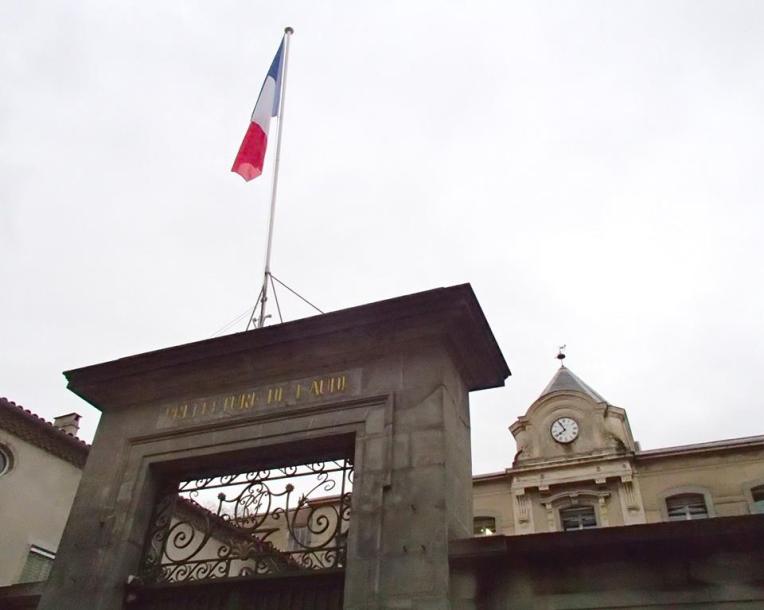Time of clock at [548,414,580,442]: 7:54
